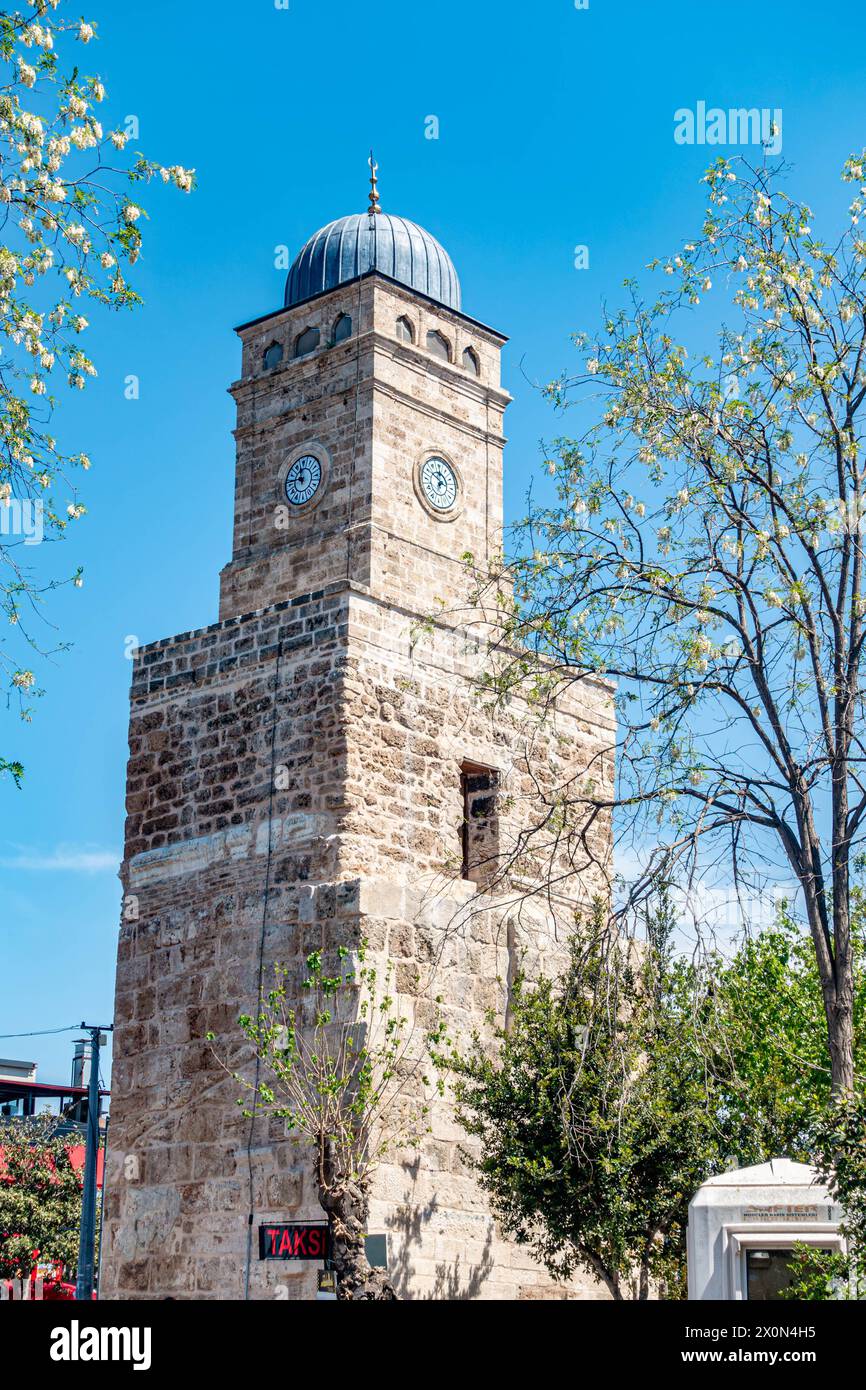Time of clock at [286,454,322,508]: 11:46
